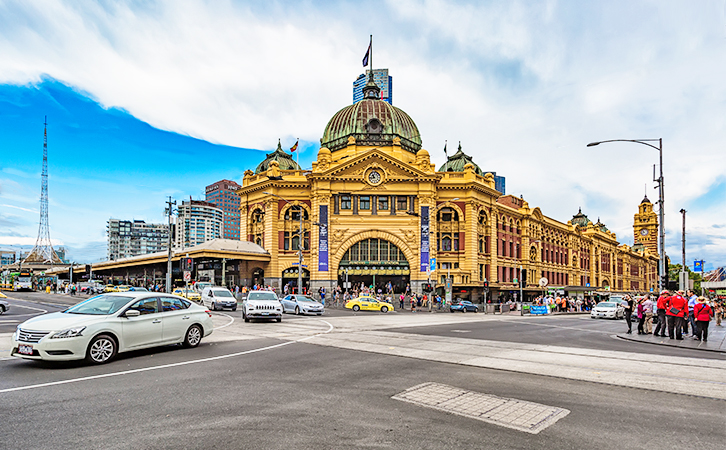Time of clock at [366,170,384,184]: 10:43
